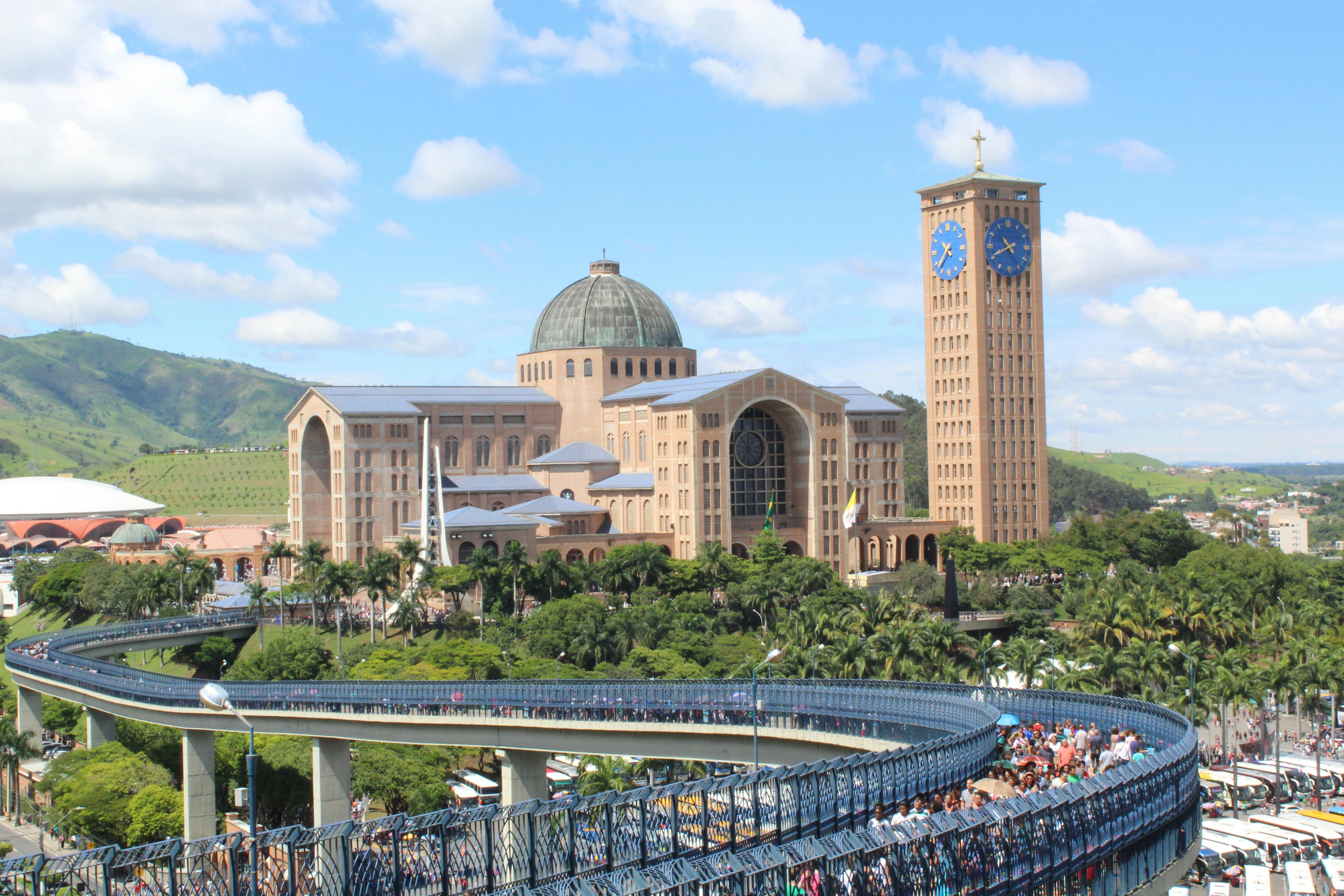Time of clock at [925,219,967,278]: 10:37
